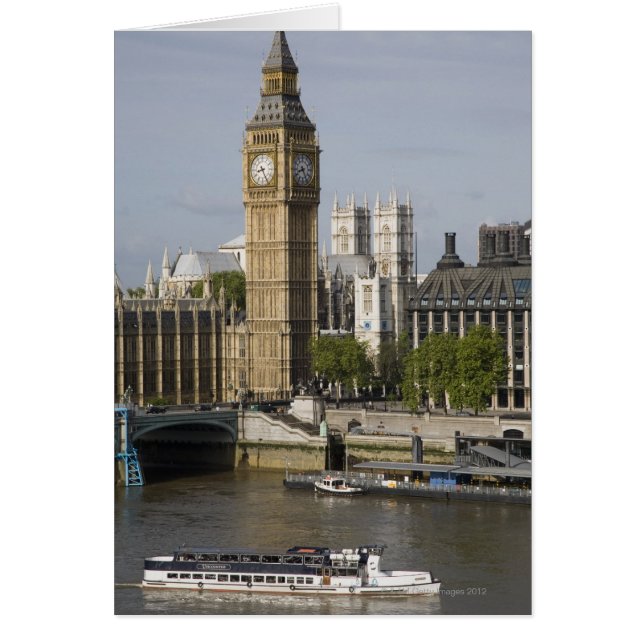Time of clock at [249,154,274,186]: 8:25
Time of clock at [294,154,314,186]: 8:25
